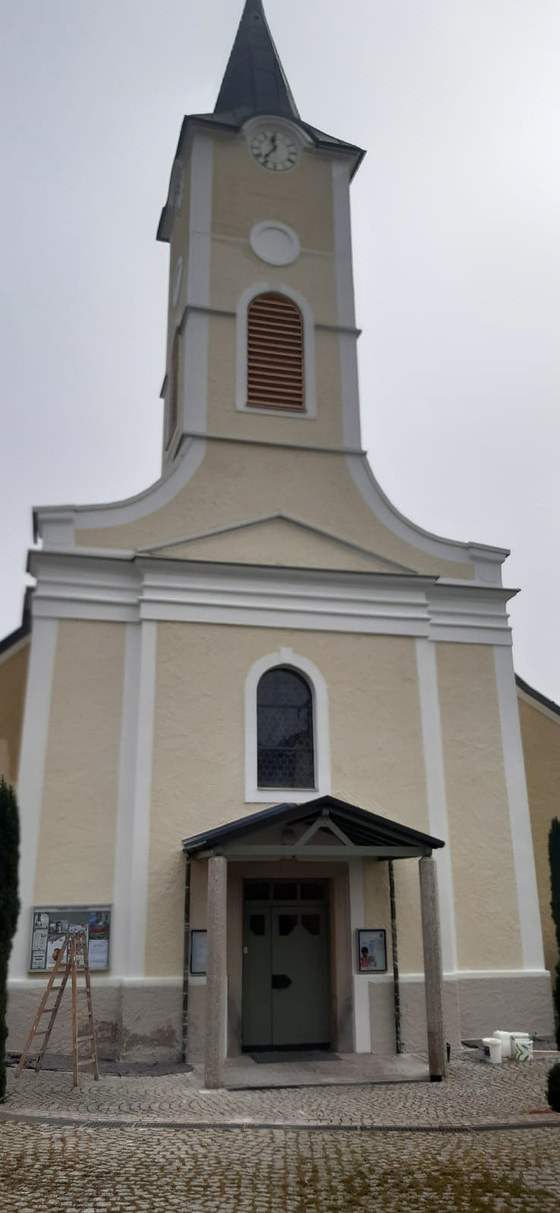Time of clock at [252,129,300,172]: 11:36
